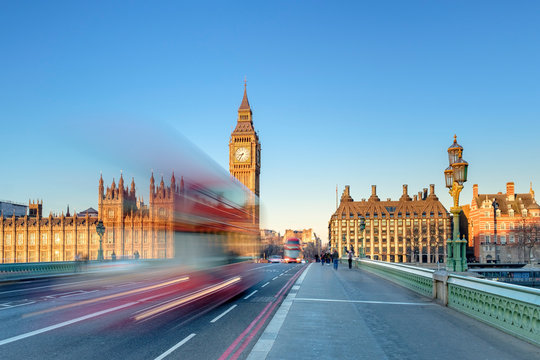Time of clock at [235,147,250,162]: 8:35
